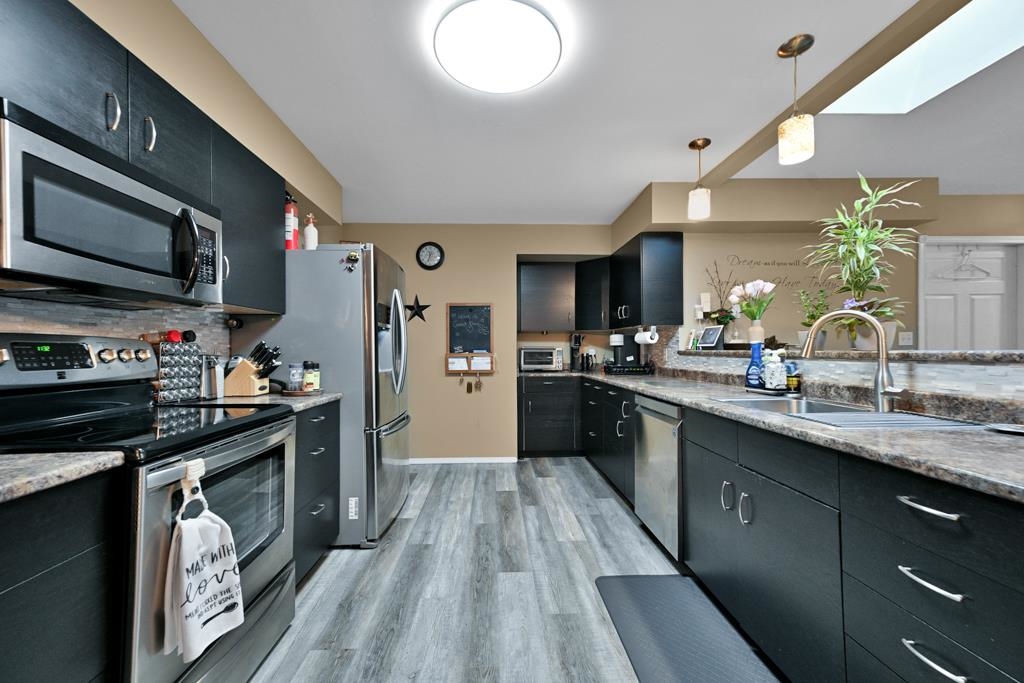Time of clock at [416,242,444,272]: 11:33
